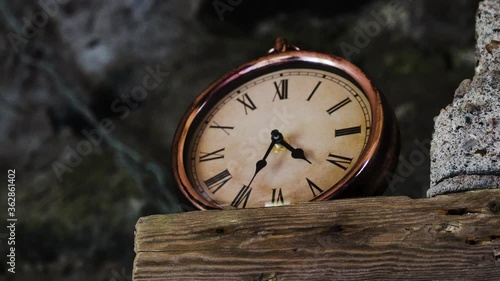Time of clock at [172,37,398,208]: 4:34
